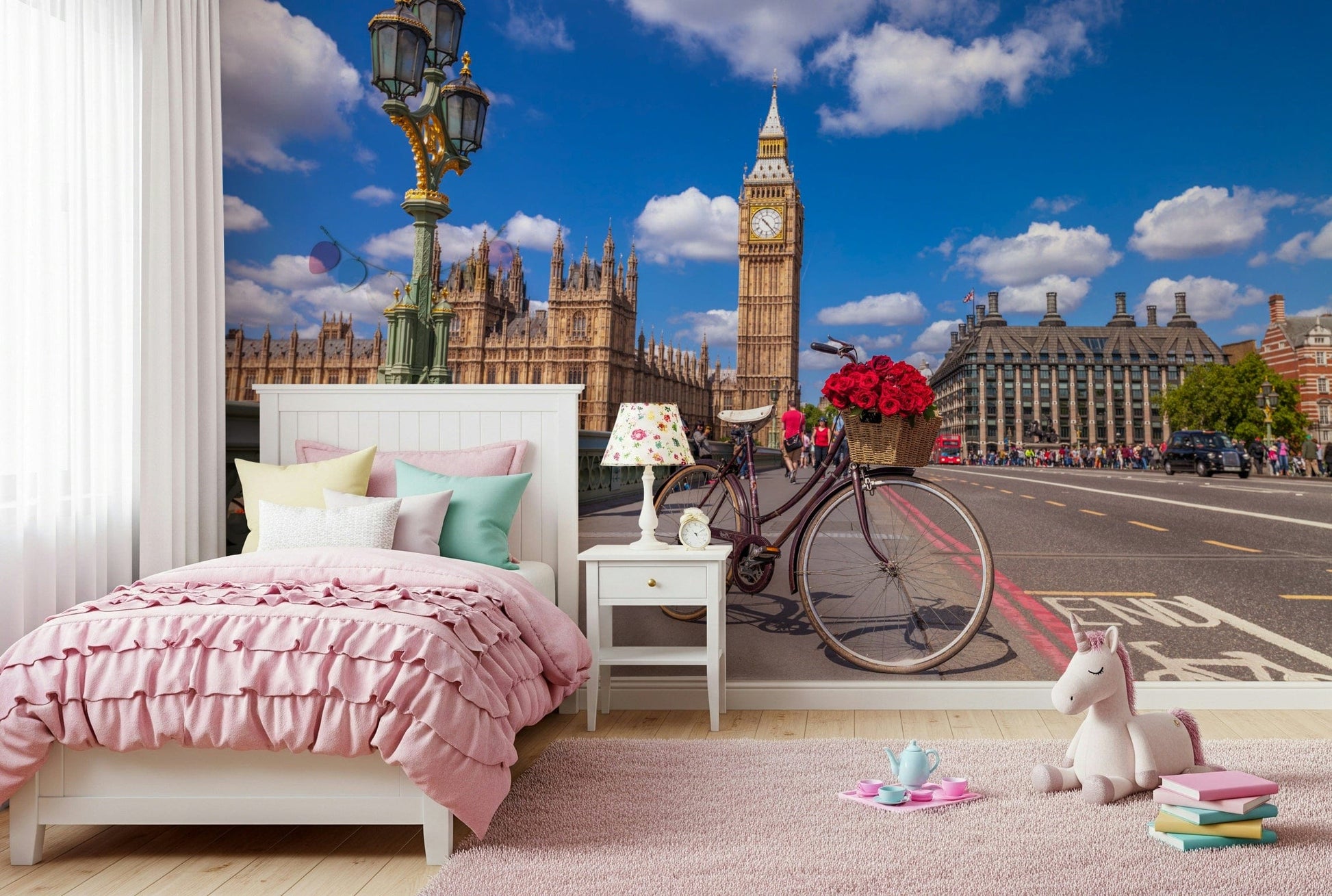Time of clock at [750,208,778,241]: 10:22
